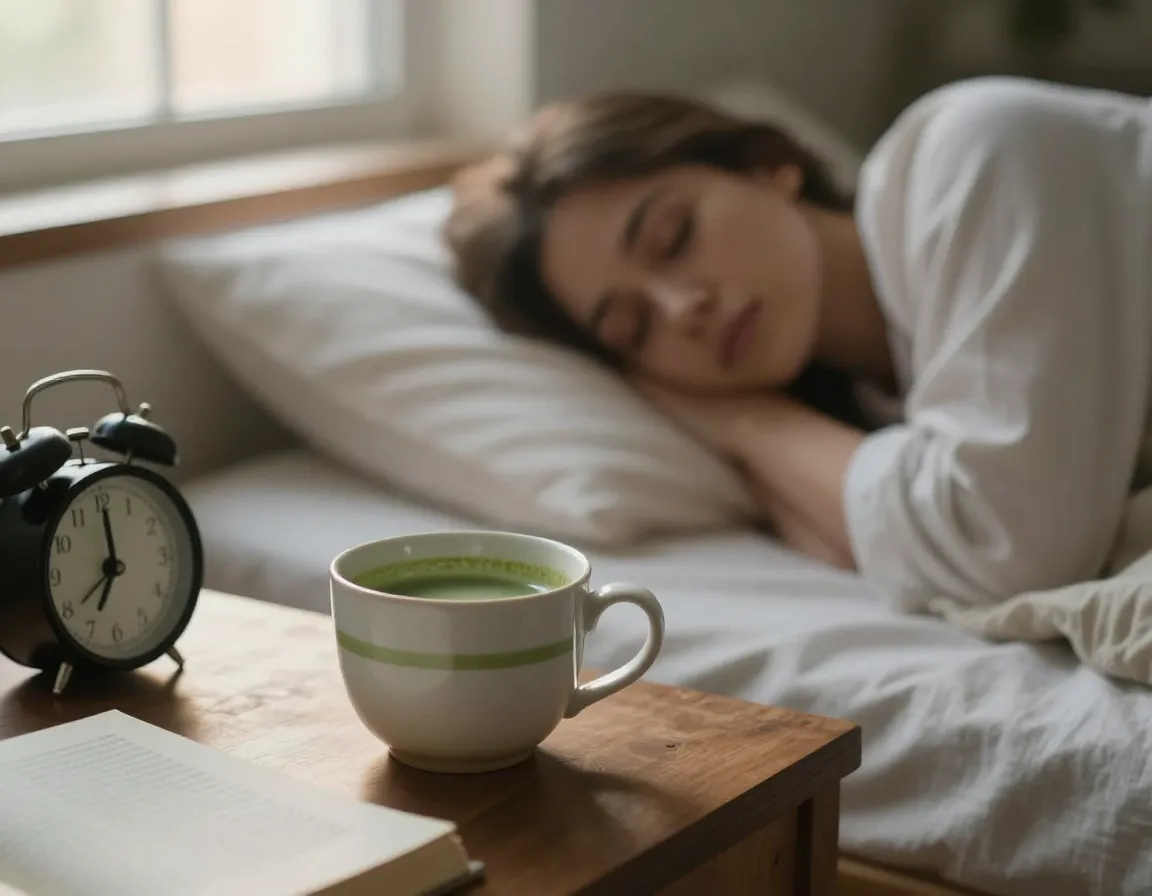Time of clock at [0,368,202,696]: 7:00
